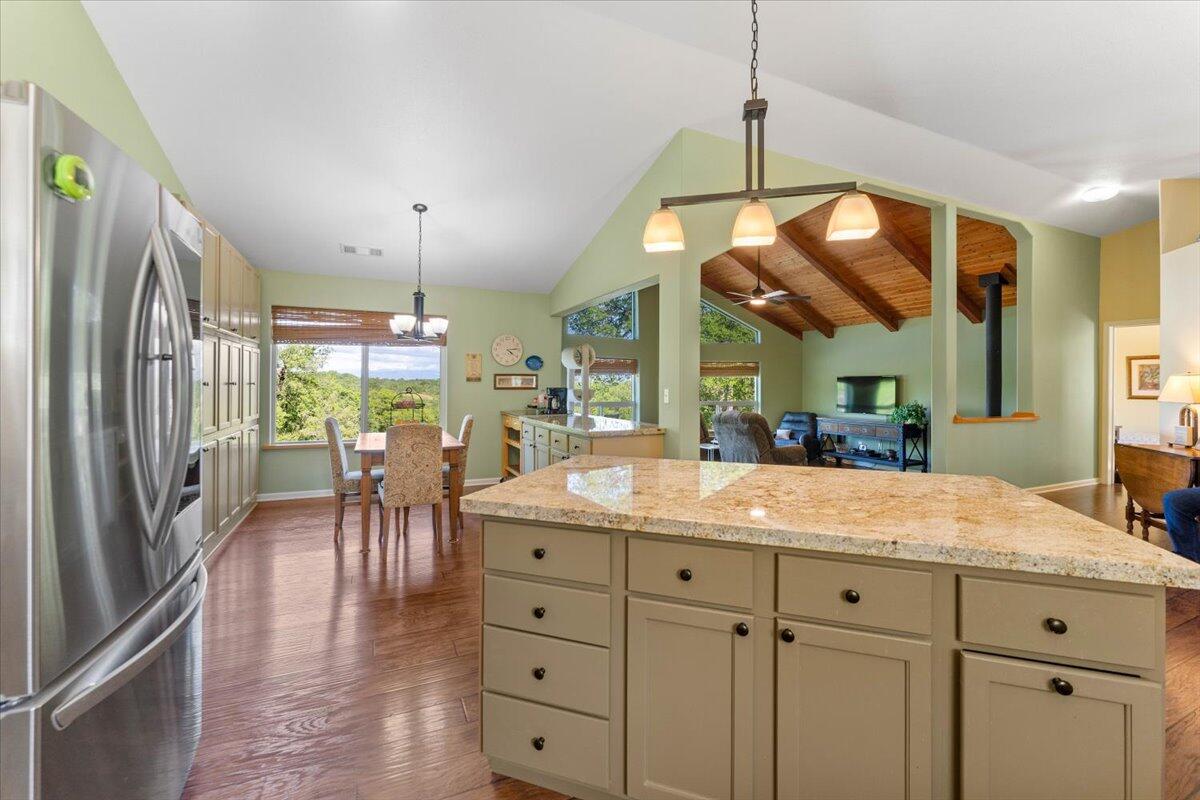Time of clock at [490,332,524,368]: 4:13
